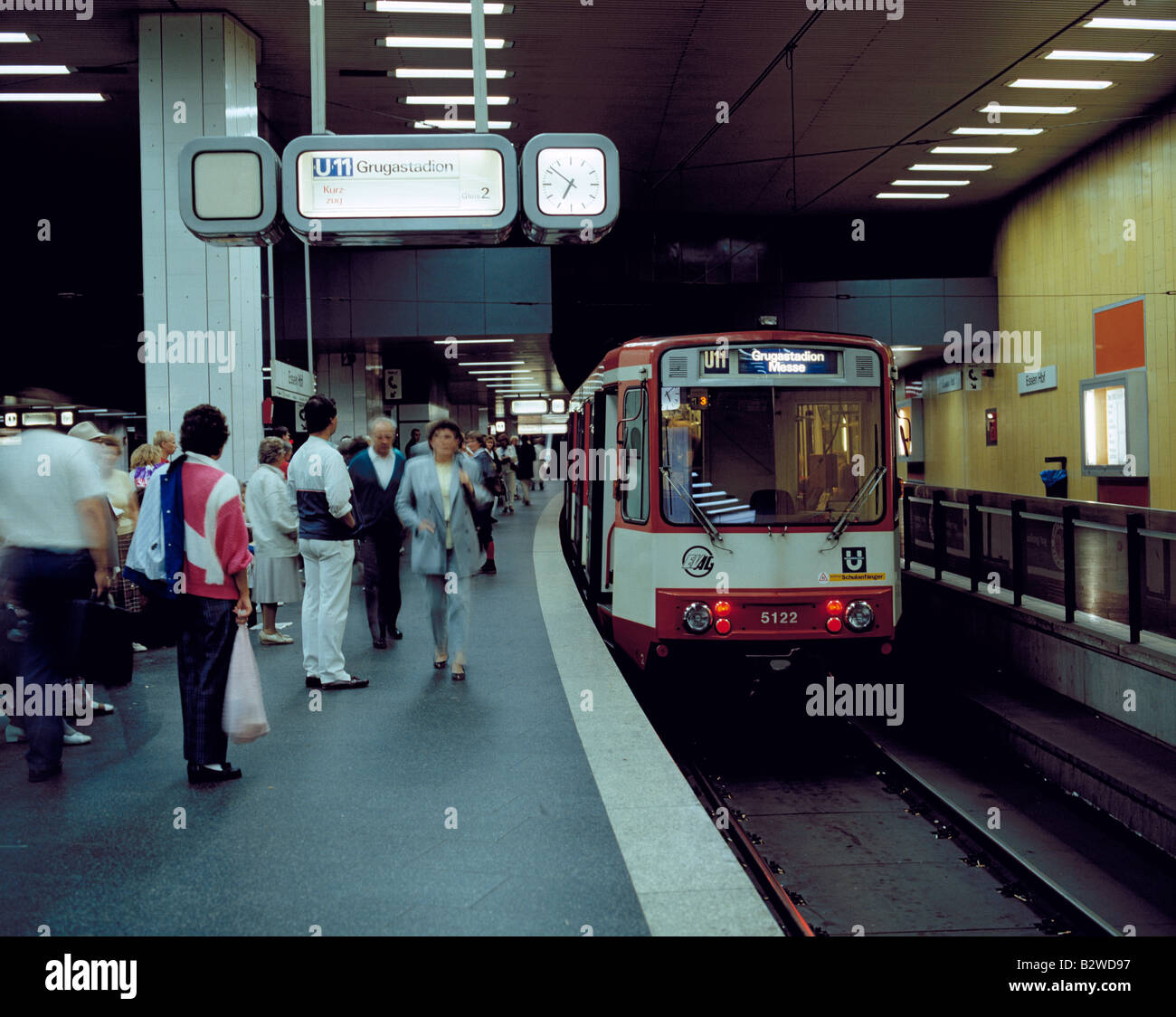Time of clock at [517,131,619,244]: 6:51
